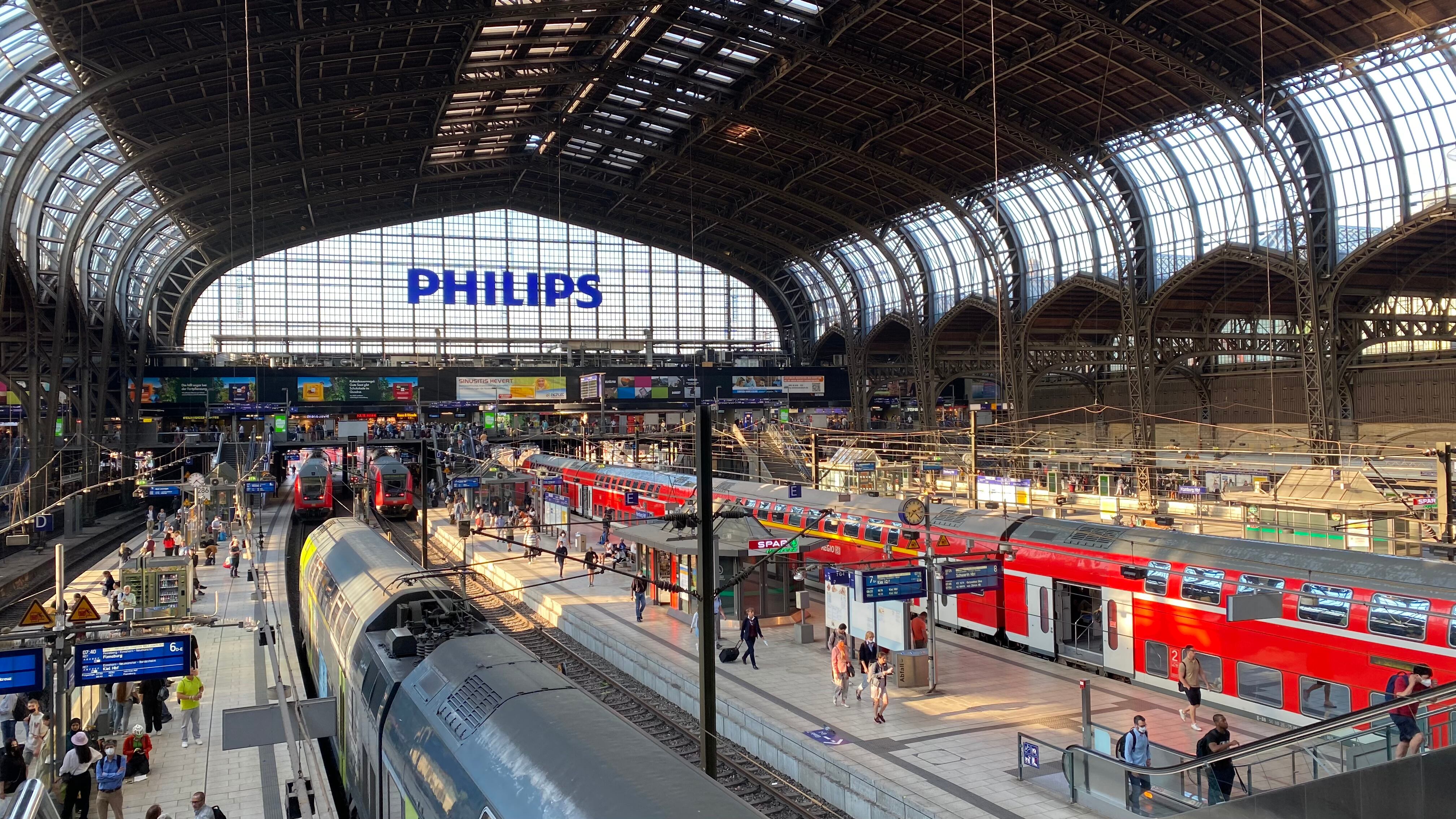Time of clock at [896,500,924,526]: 7:21
